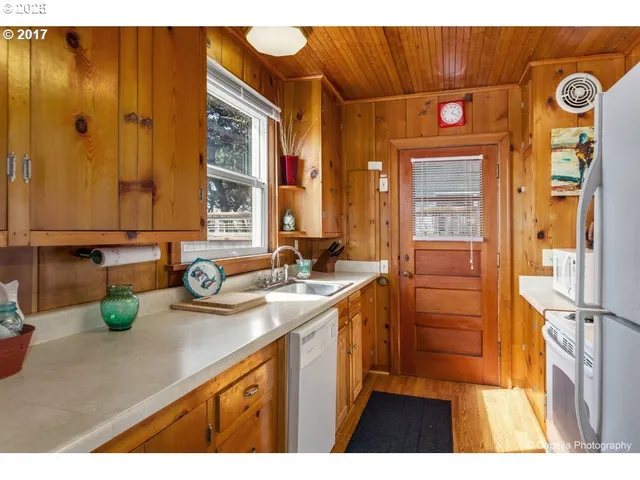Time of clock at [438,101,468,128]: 4:04
